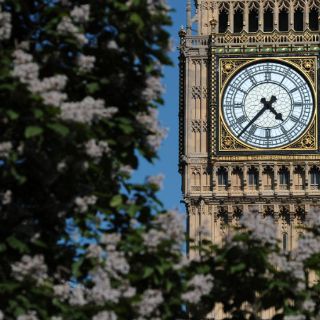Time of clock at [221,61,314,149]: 4:37
